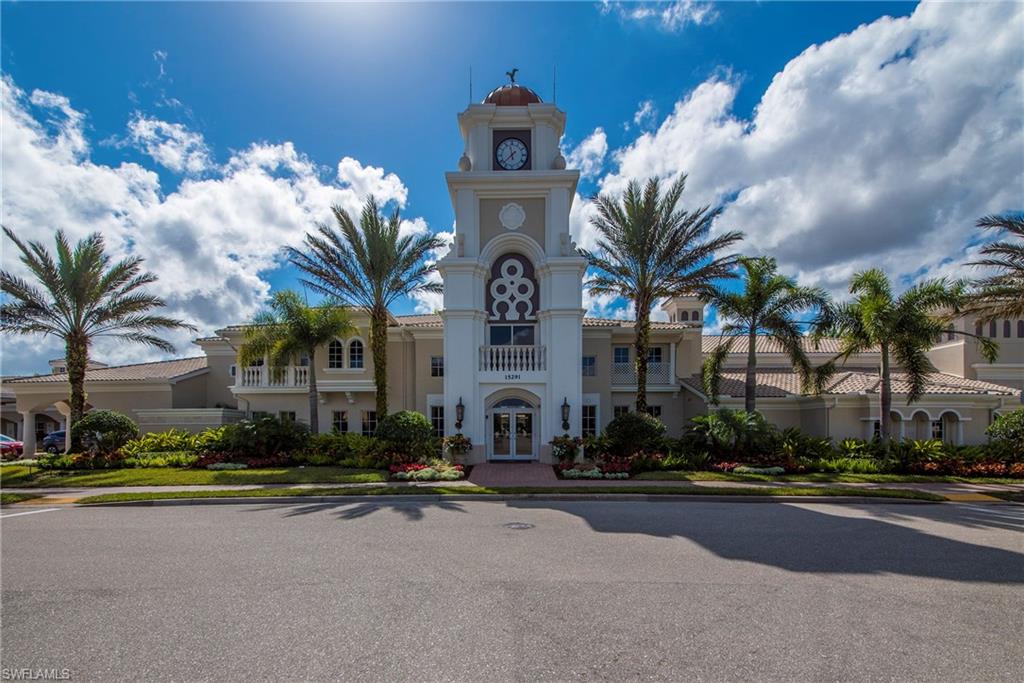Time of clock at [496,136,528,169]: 11:37
